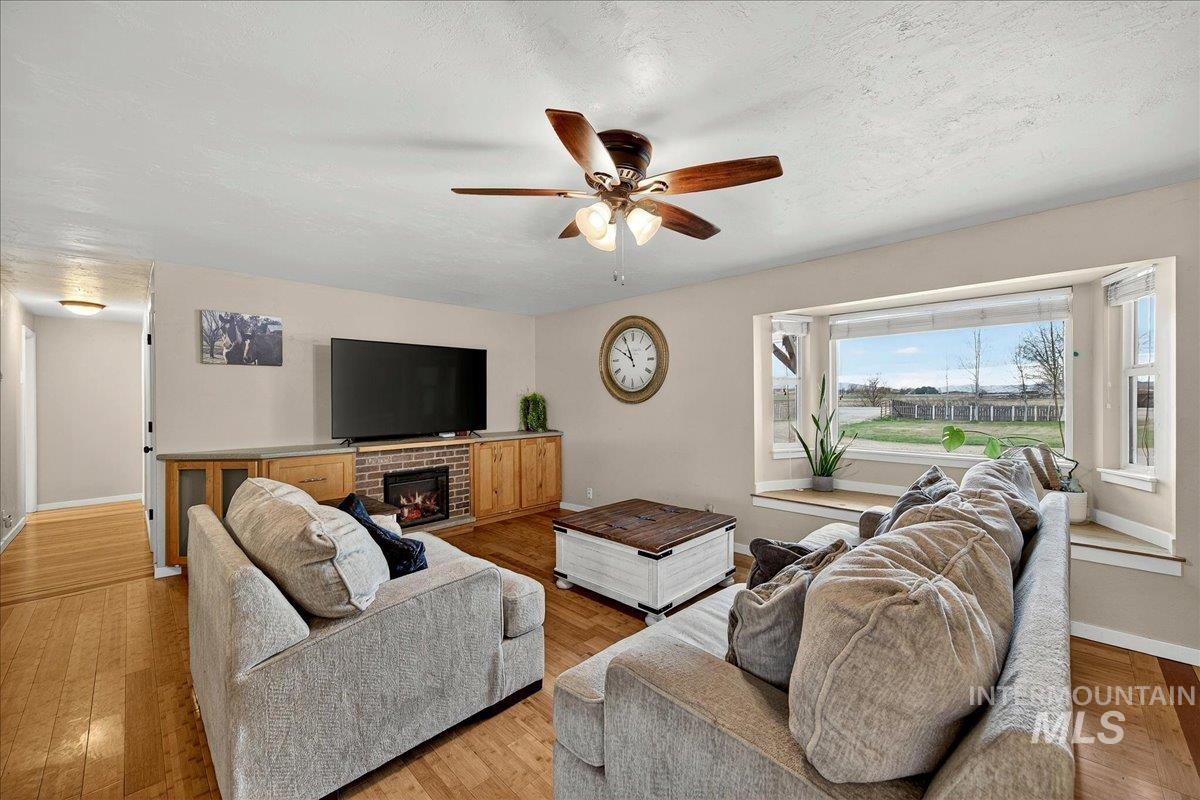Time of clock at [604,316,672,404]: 9:55
